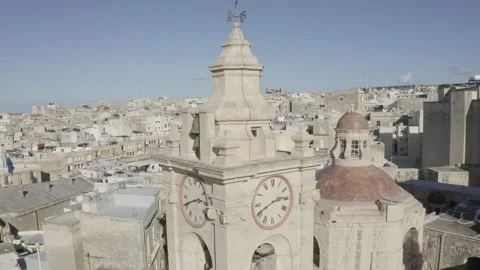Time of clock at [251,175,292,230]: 2:40
